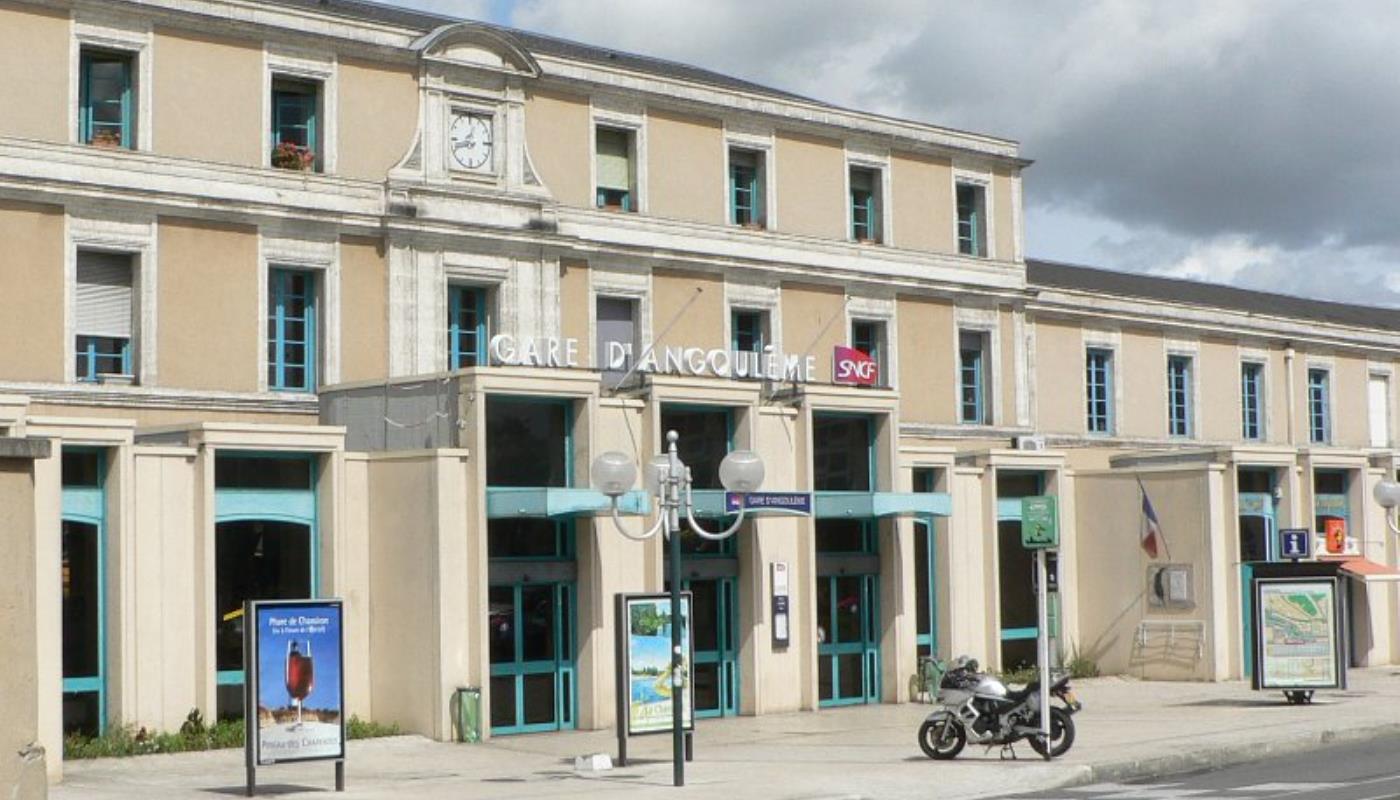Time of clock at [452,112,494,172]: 12:42
